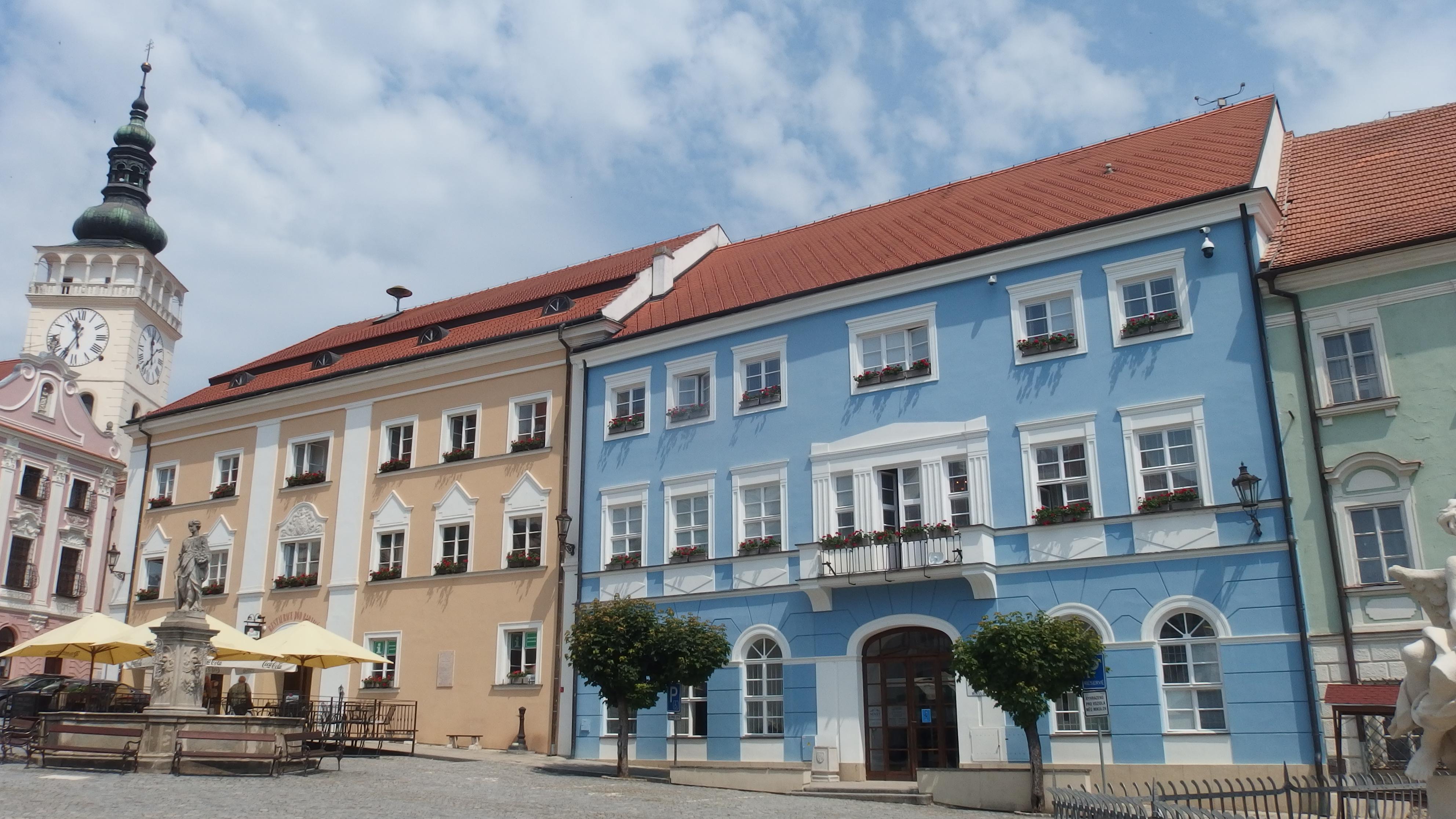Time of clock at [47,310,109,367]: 11:34
